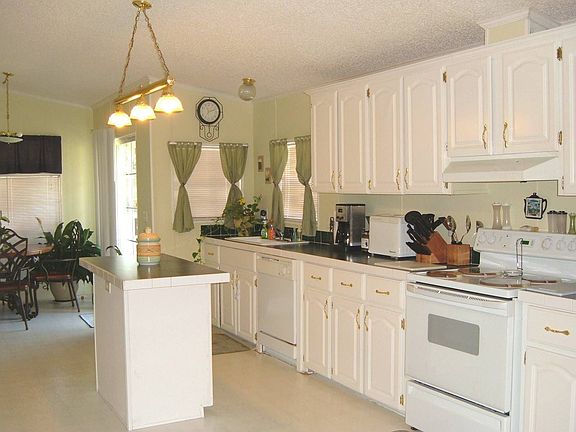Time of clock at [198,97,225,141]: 11:12
